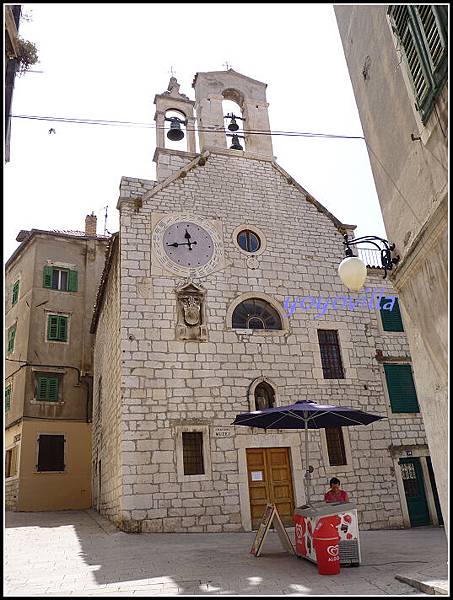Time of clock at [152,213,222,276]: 11:43
